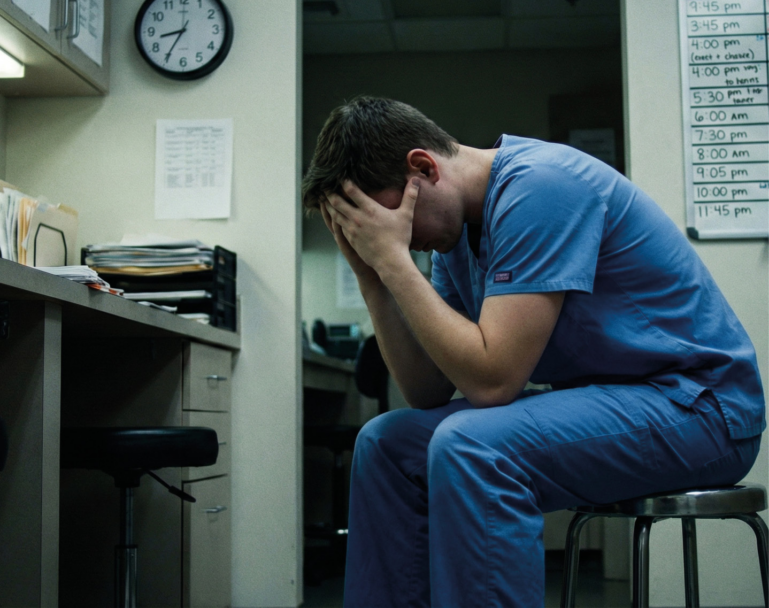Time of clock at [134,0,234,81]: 8:35
